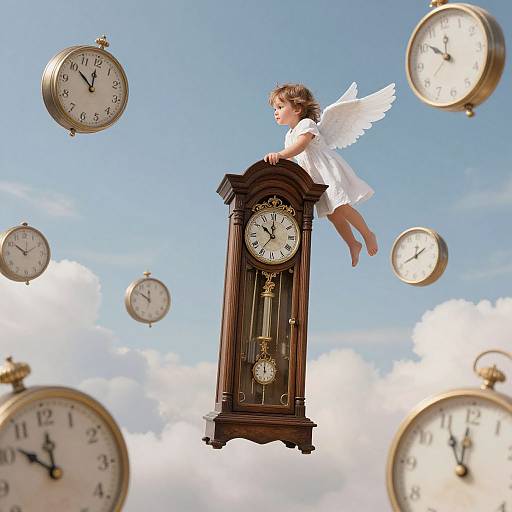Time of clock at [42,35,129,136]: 11:50
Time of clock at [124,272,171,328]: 11:51
